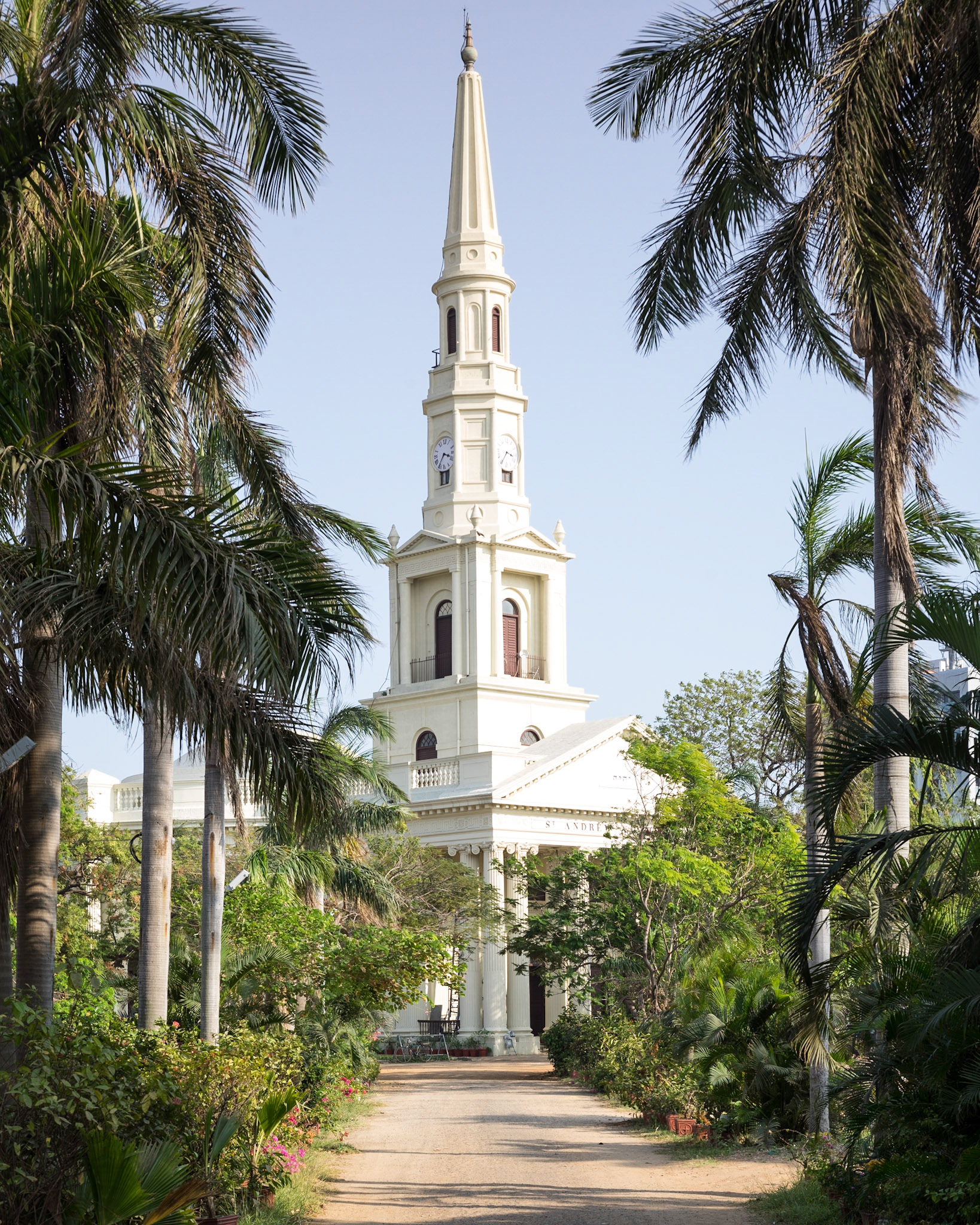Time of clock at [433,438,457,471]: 3:35
